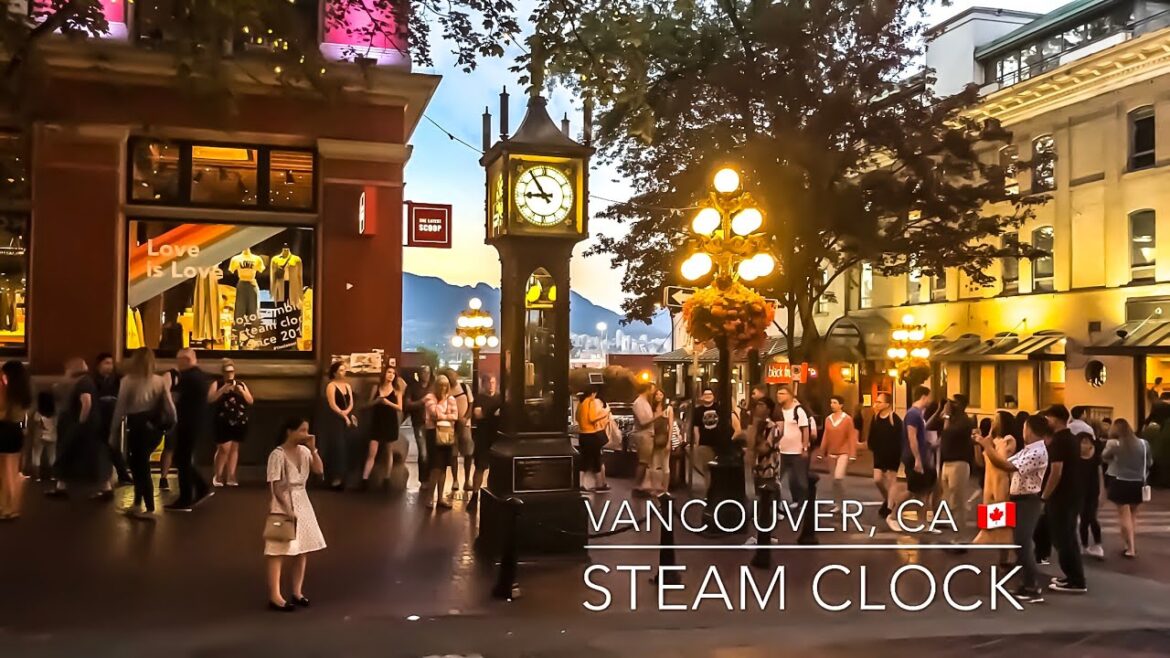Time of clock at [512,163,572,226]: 8:54
